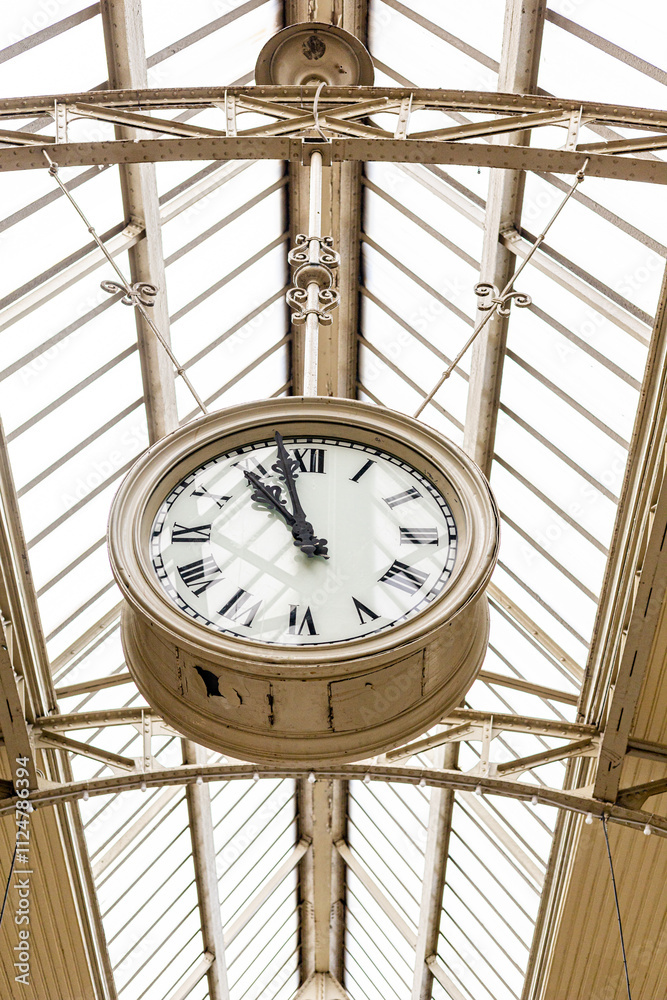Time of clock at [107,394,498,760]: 10:58
